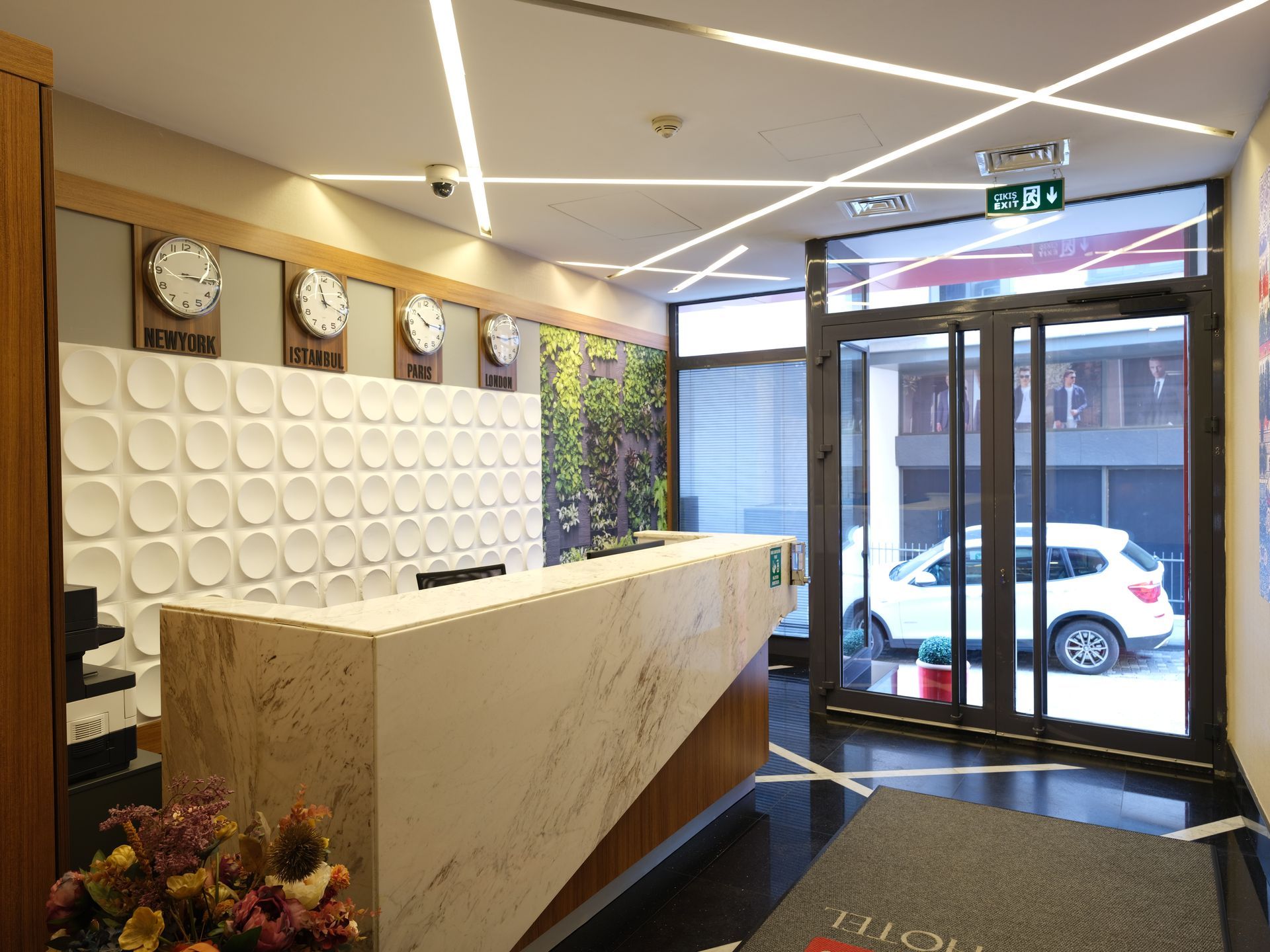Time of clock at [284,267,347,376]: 11:17
